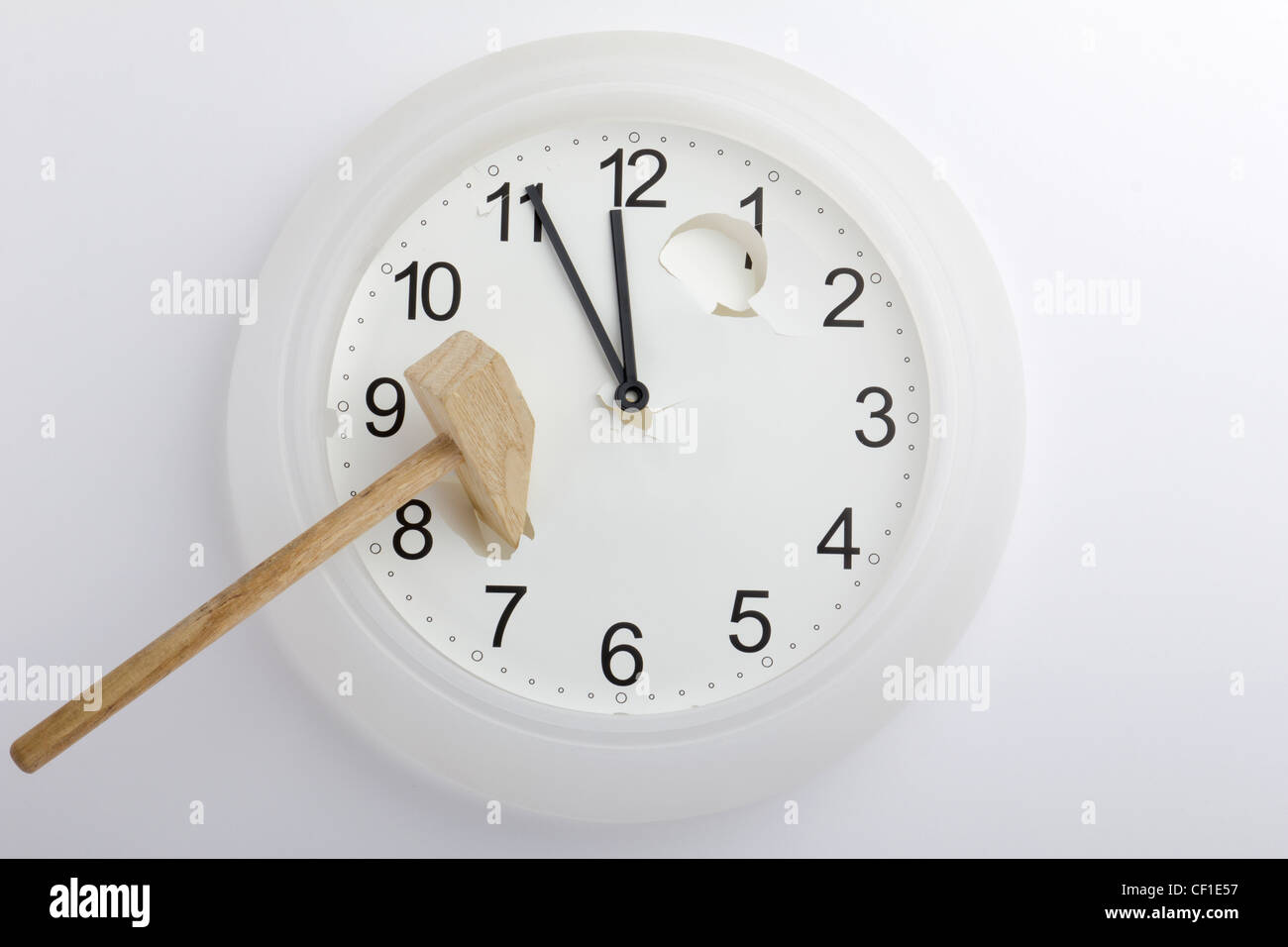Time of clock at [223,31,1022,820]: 11:55
